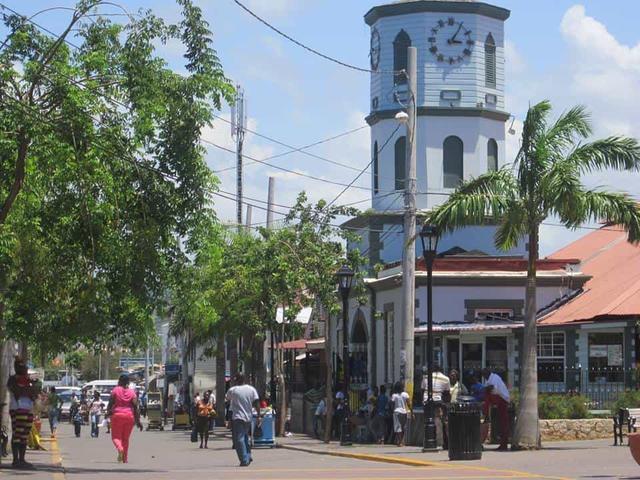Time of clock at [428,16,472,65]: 3:05
